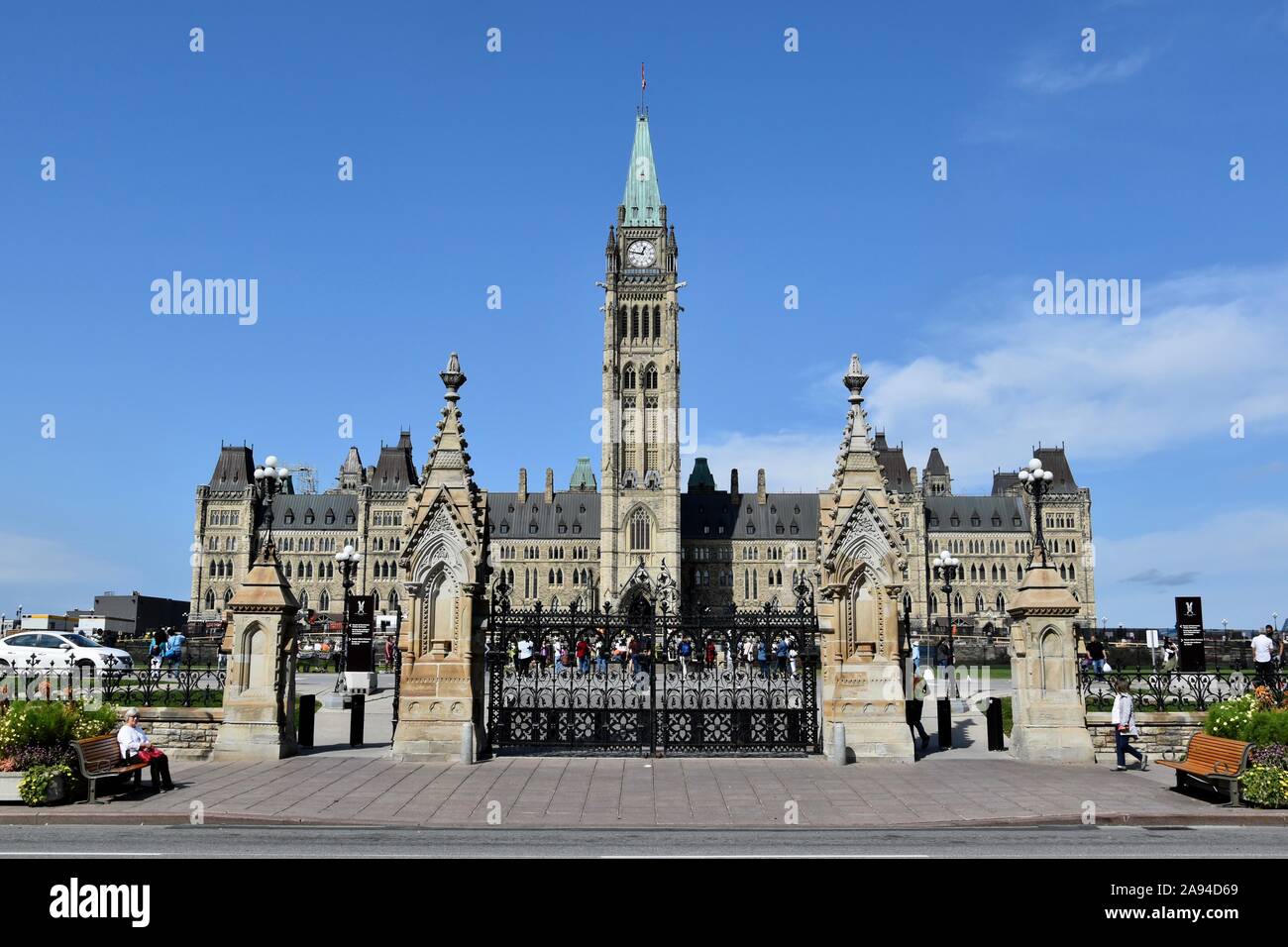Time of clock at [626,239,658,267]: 12:47
